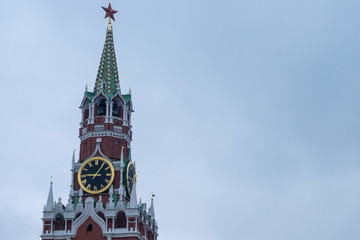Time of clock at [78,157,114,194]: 9:05
